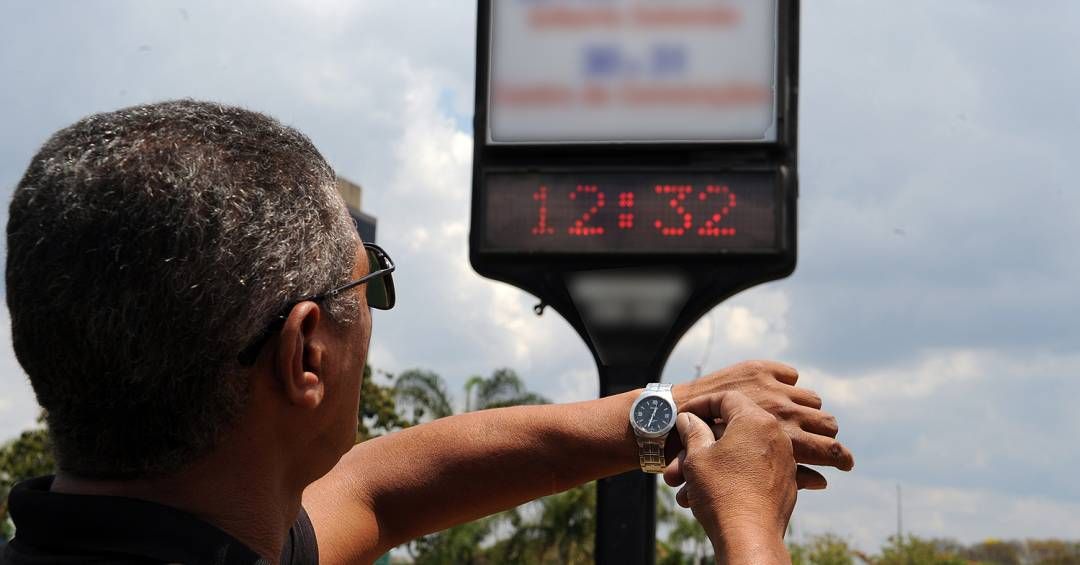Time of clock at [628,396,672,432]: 12:32
